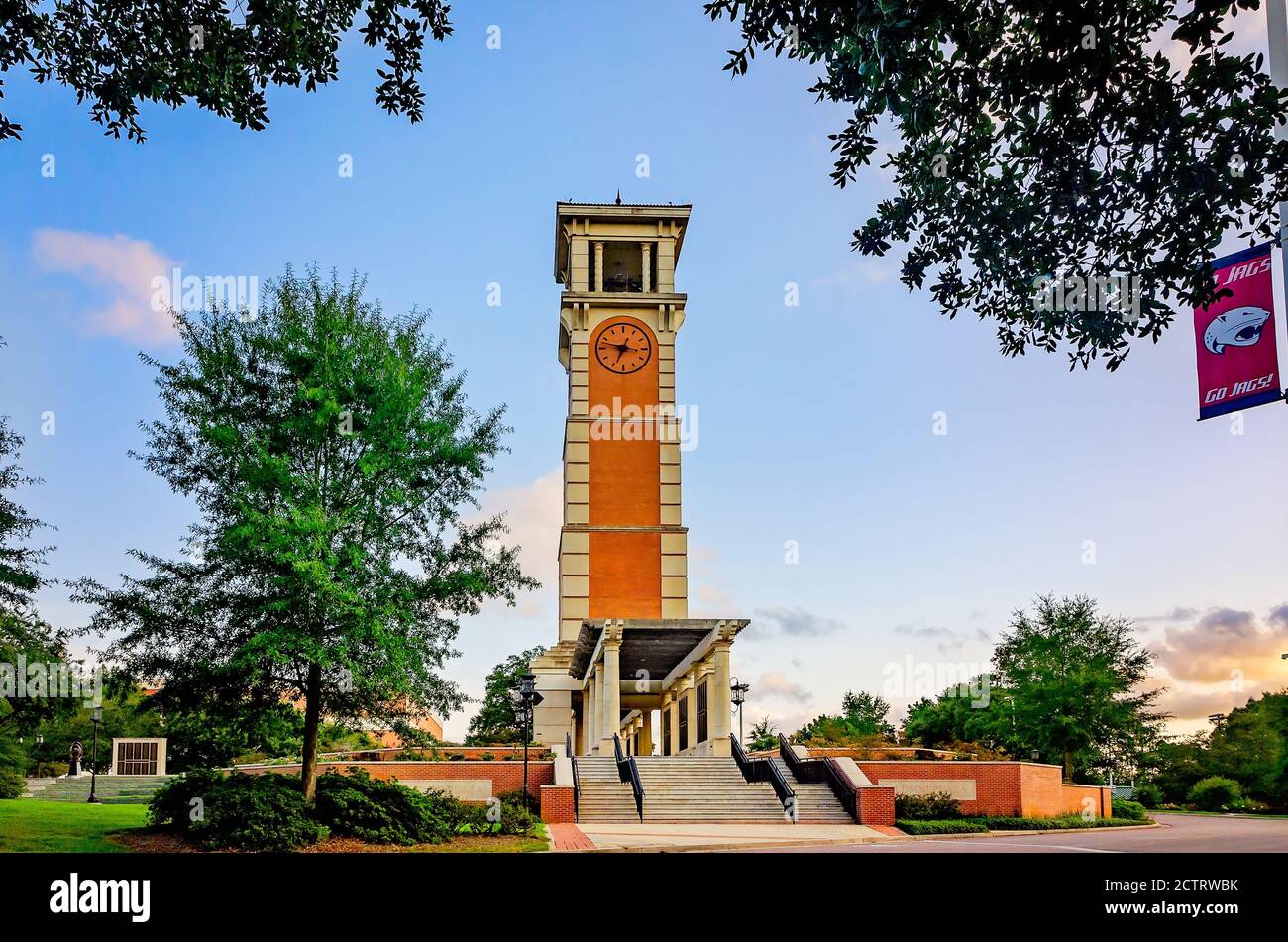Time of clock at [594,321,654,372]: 6:47
